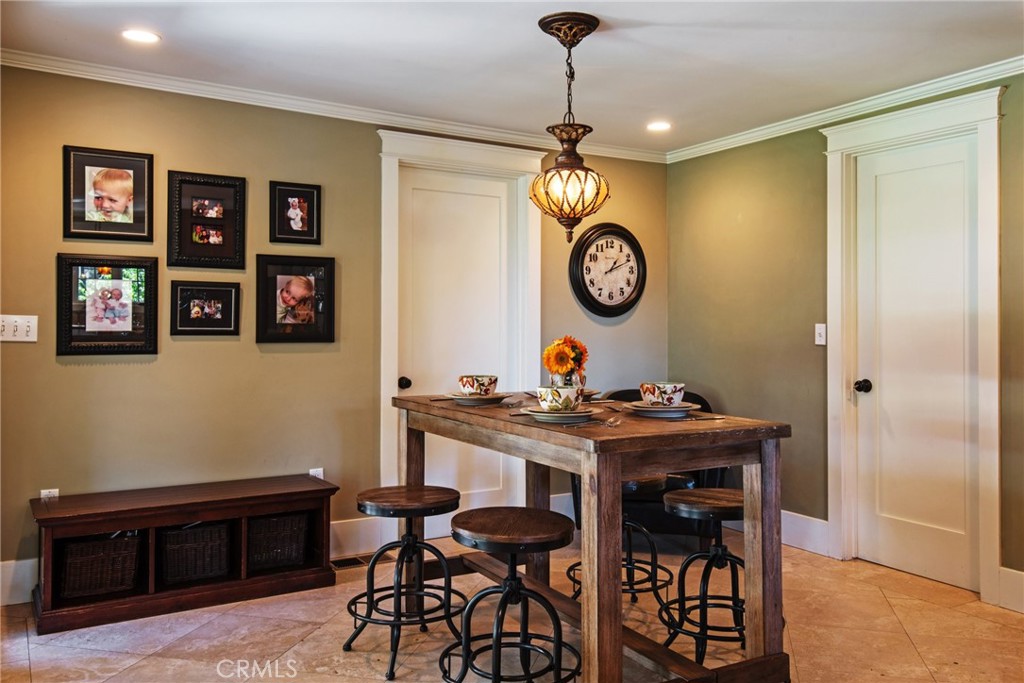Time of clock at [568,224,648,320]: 1:11
